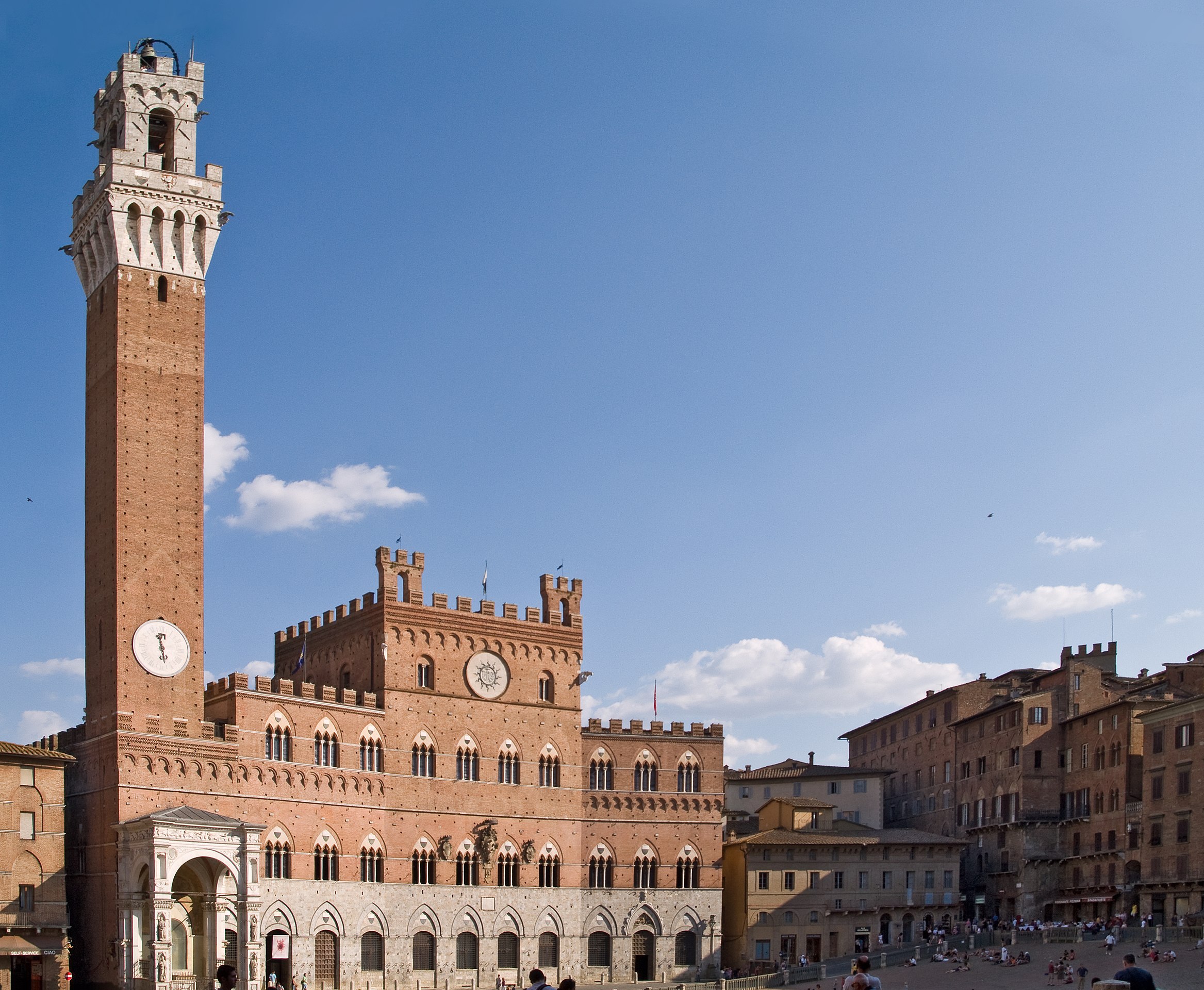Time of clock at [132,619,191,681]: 11:28
